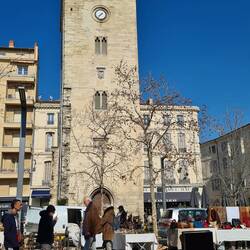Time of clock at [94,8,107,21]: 7:37
